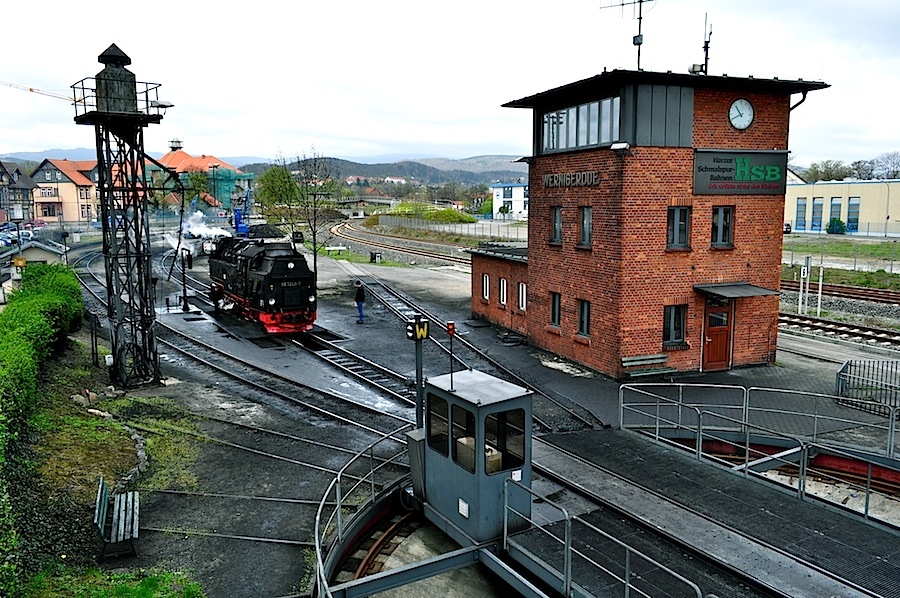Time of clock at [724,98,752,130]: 10:41
